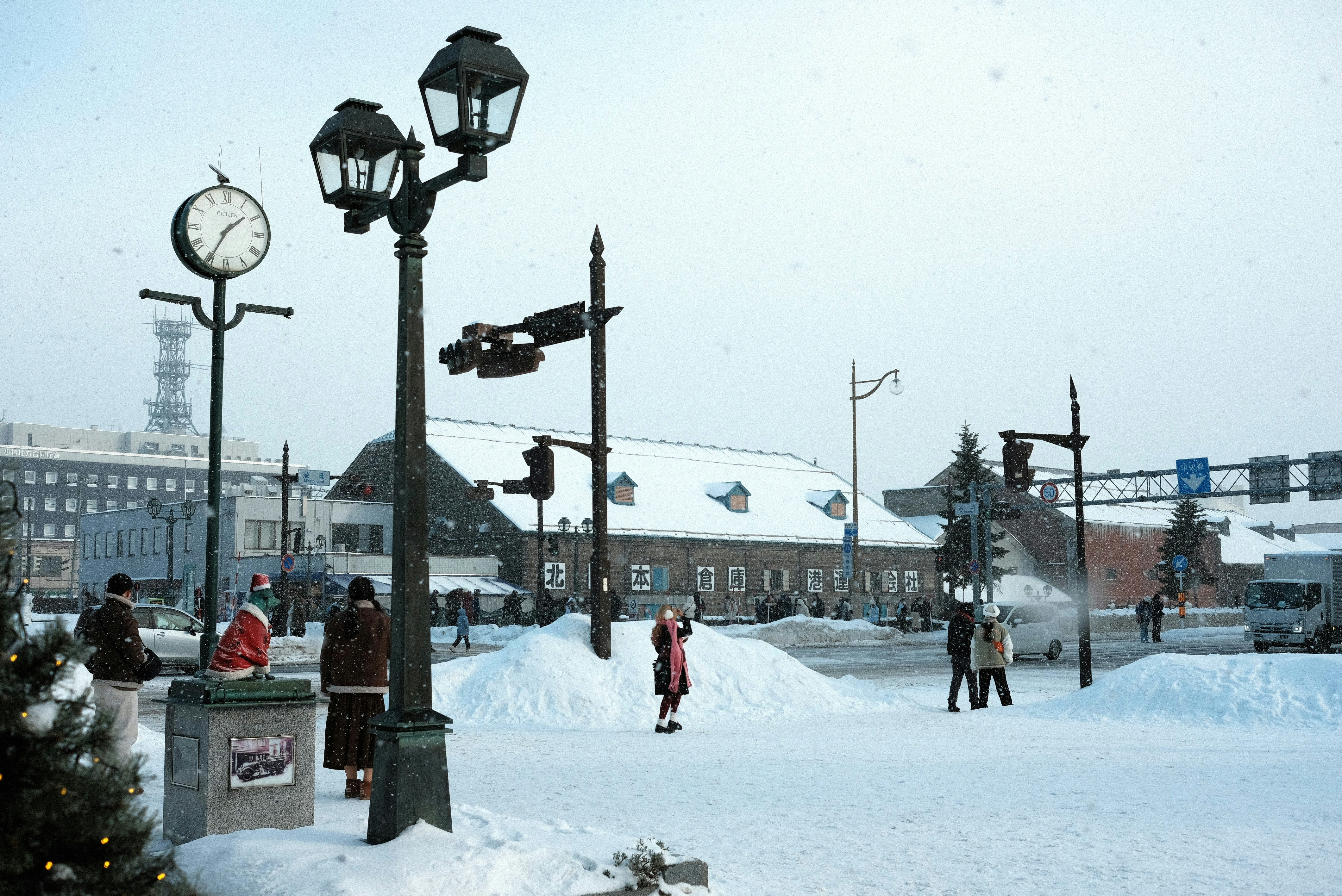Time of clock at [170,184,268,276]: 1:34
